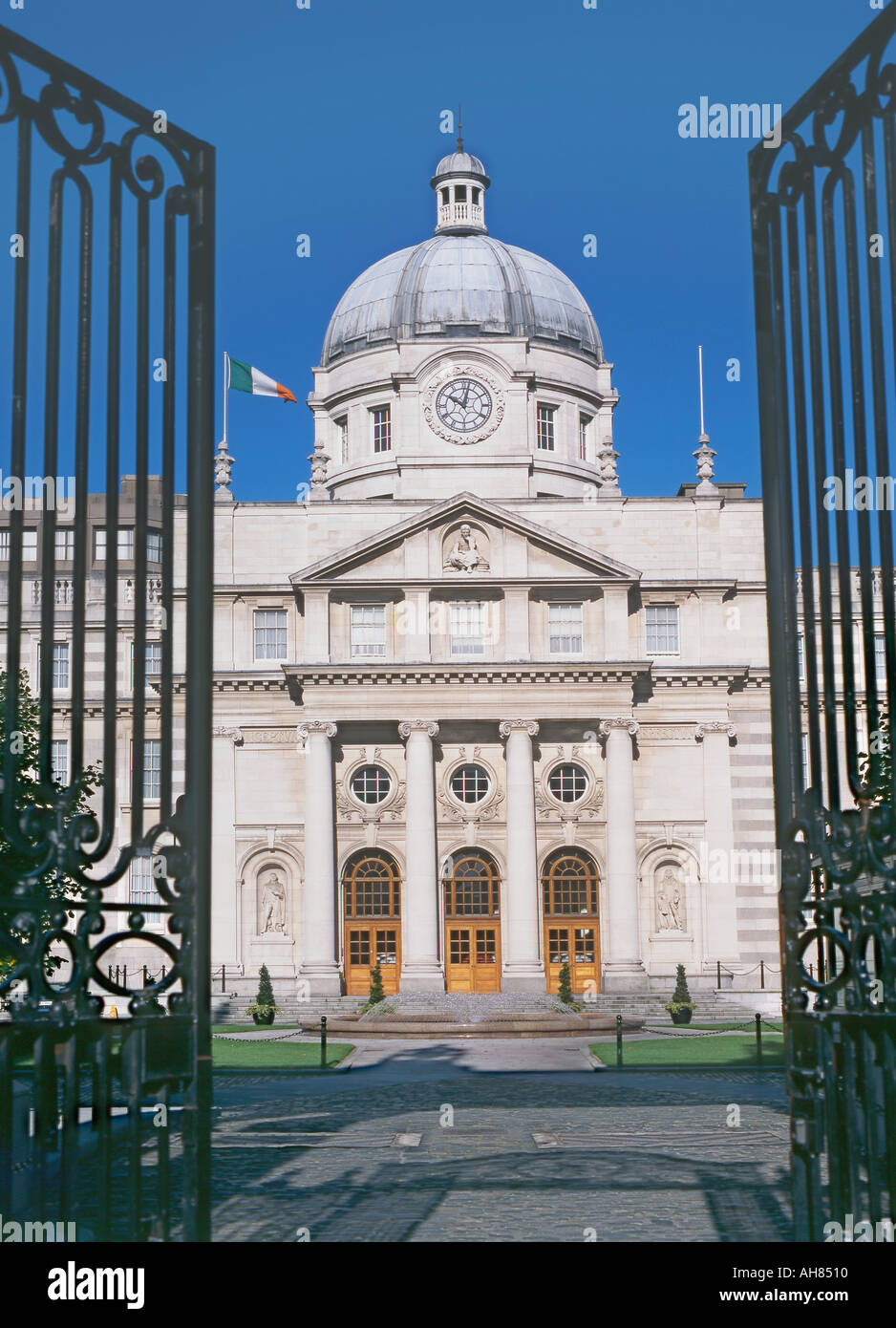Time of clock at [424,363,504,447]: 10:01
